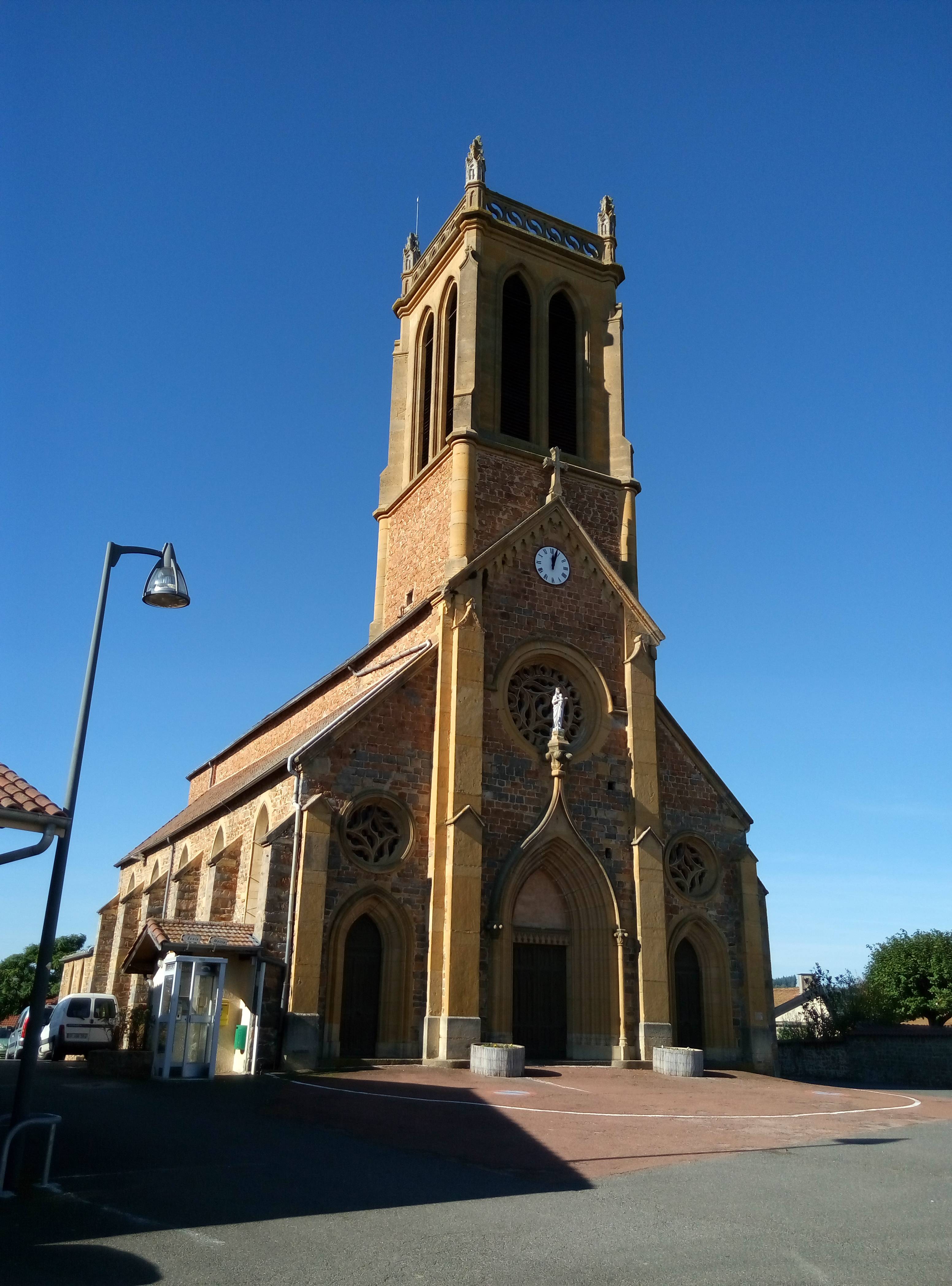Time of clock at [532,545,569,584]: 12:03
